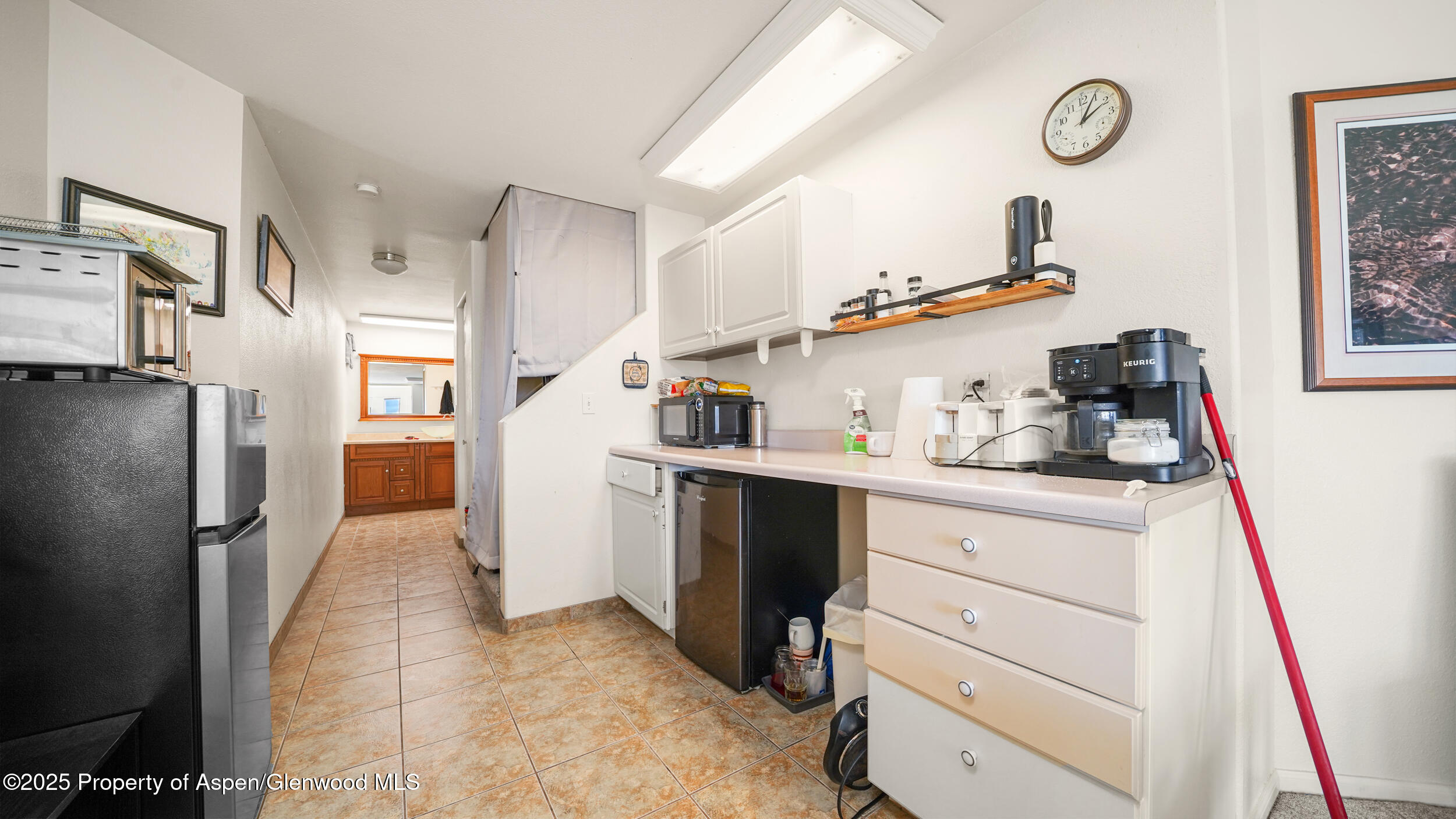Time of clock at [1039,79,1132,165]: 2:04
